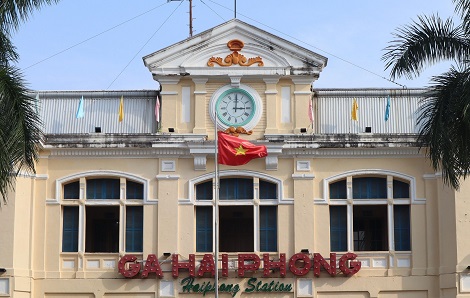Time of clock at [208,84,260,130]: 3:00
